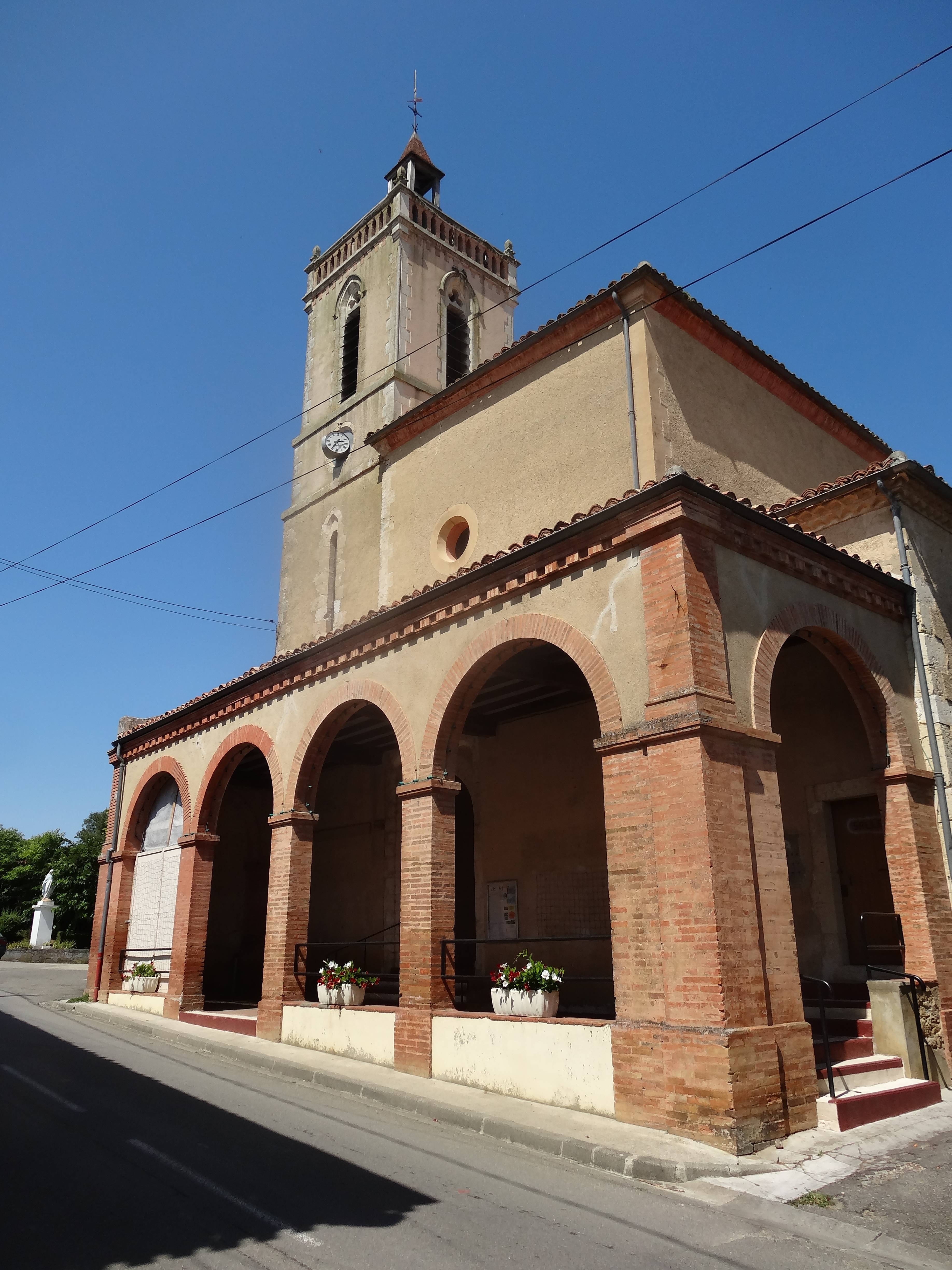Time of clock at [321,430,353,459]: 2:35
